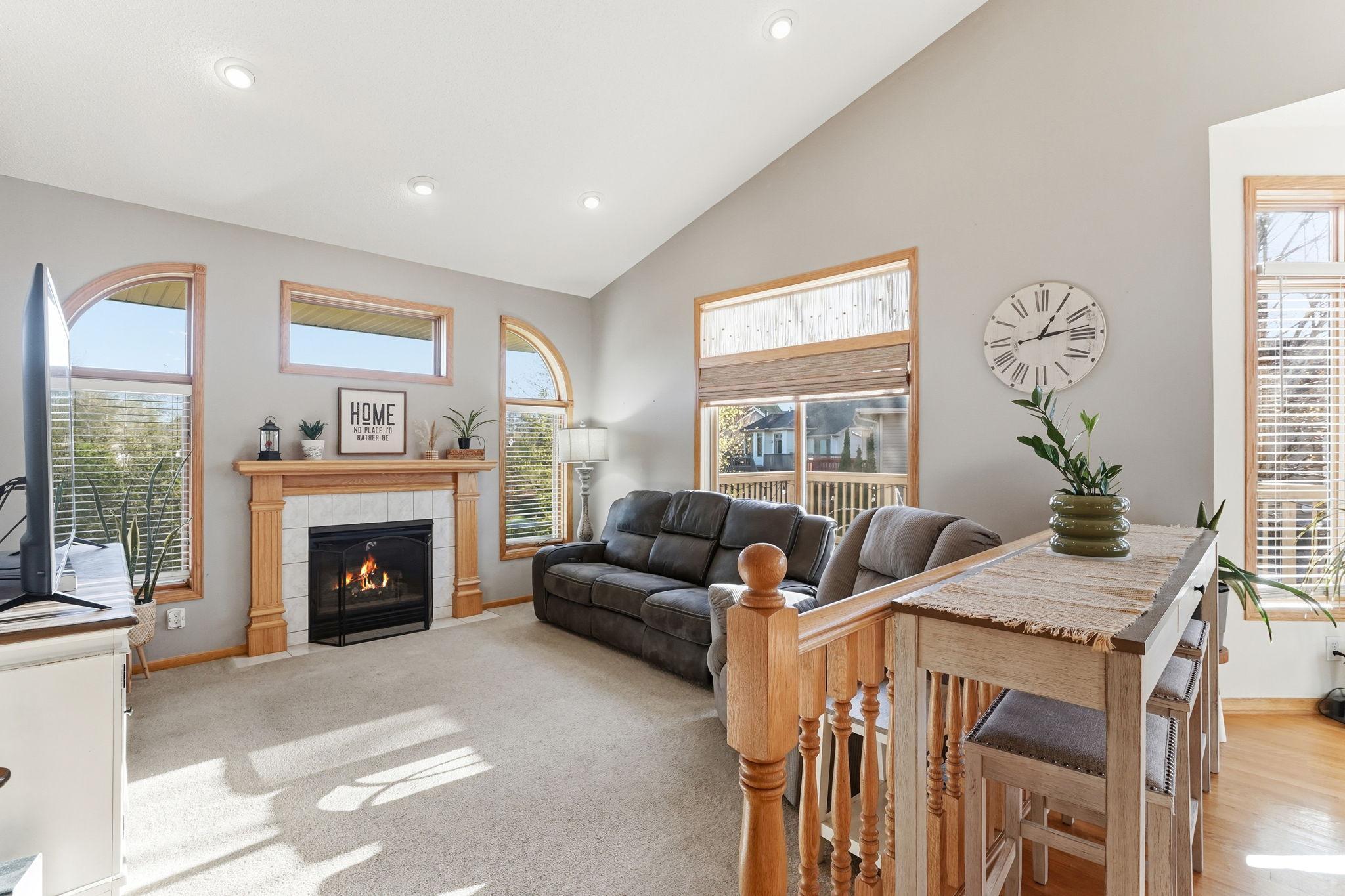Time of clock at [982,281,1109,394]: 1:13
